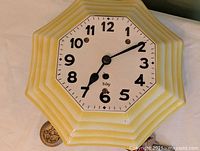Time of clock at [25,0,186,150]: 7:09
